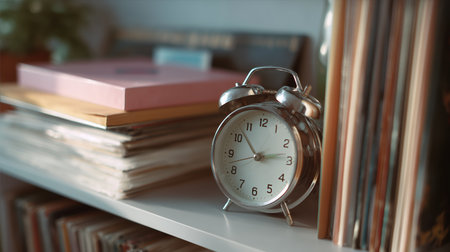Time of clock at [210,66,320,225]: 2:53
